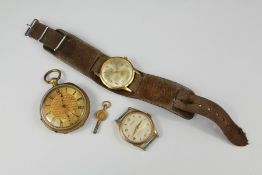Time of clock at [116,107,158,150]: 12:32
